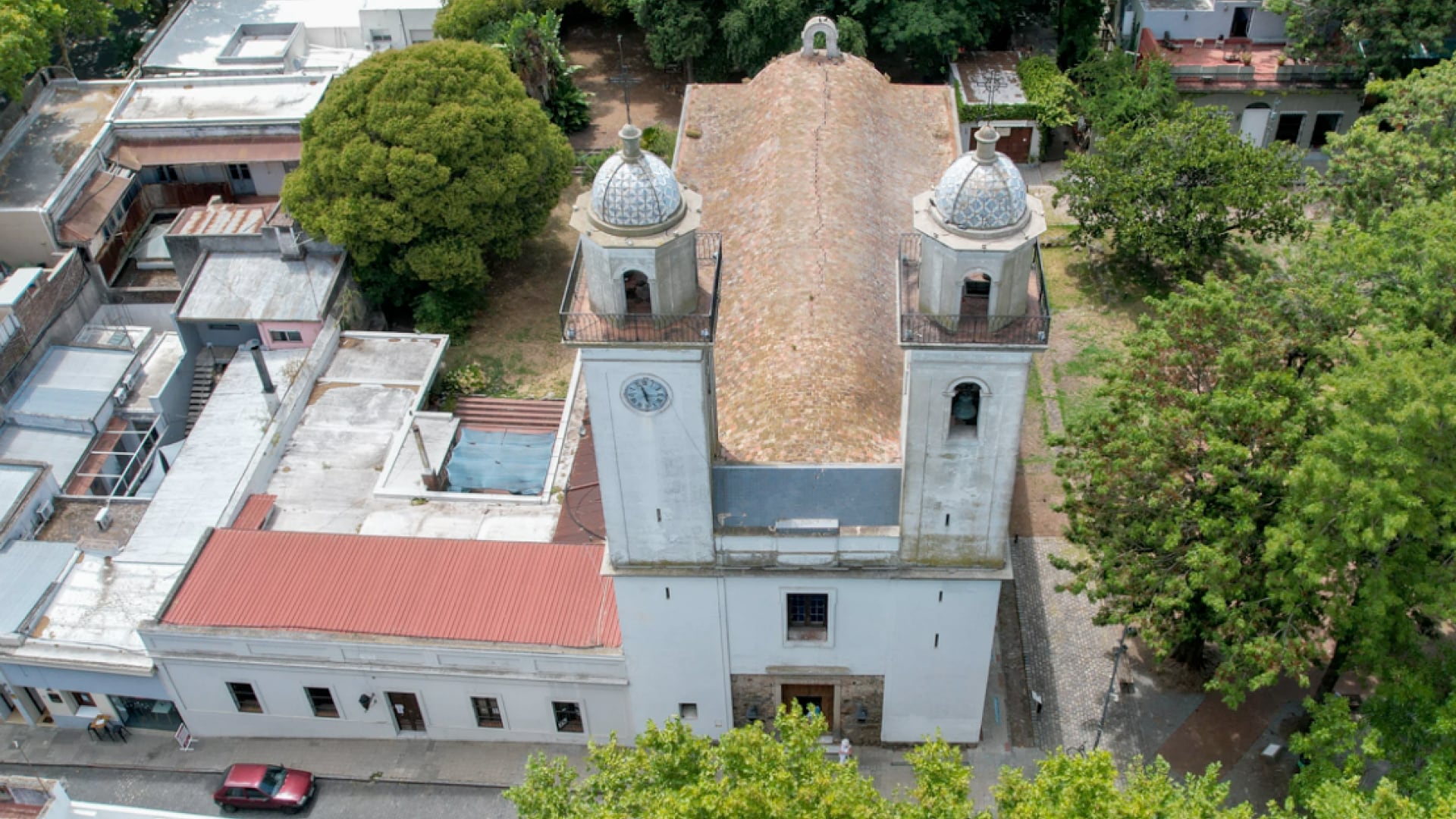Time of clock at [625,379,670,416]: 11:28
